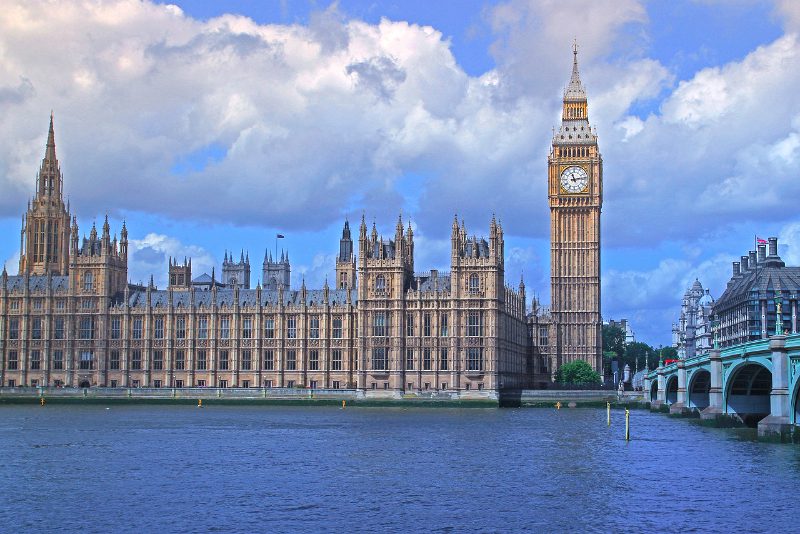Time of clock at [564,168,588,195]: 11:13
